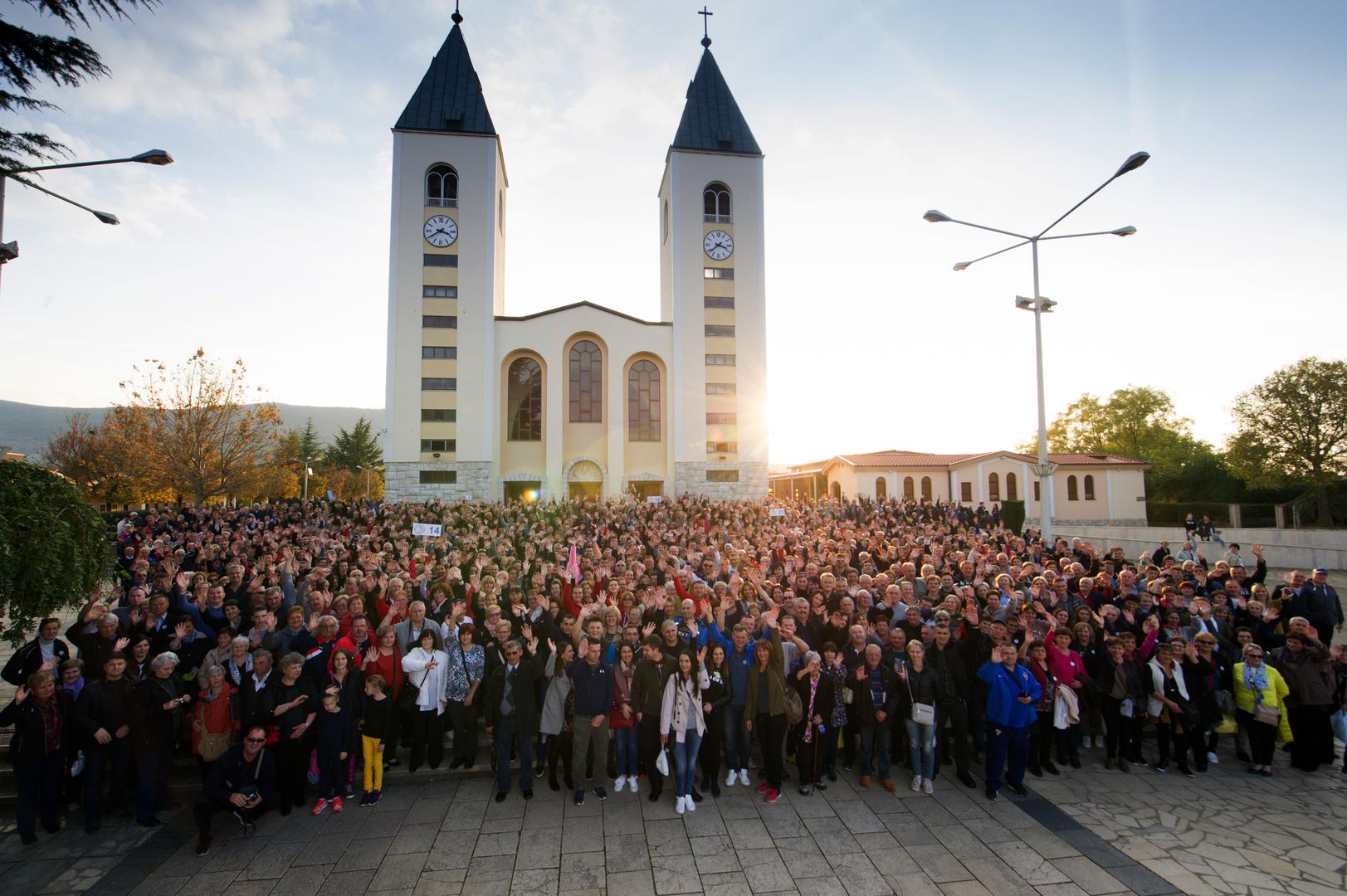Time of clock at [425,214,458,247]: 3:39
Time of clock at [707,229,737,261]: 3:38
